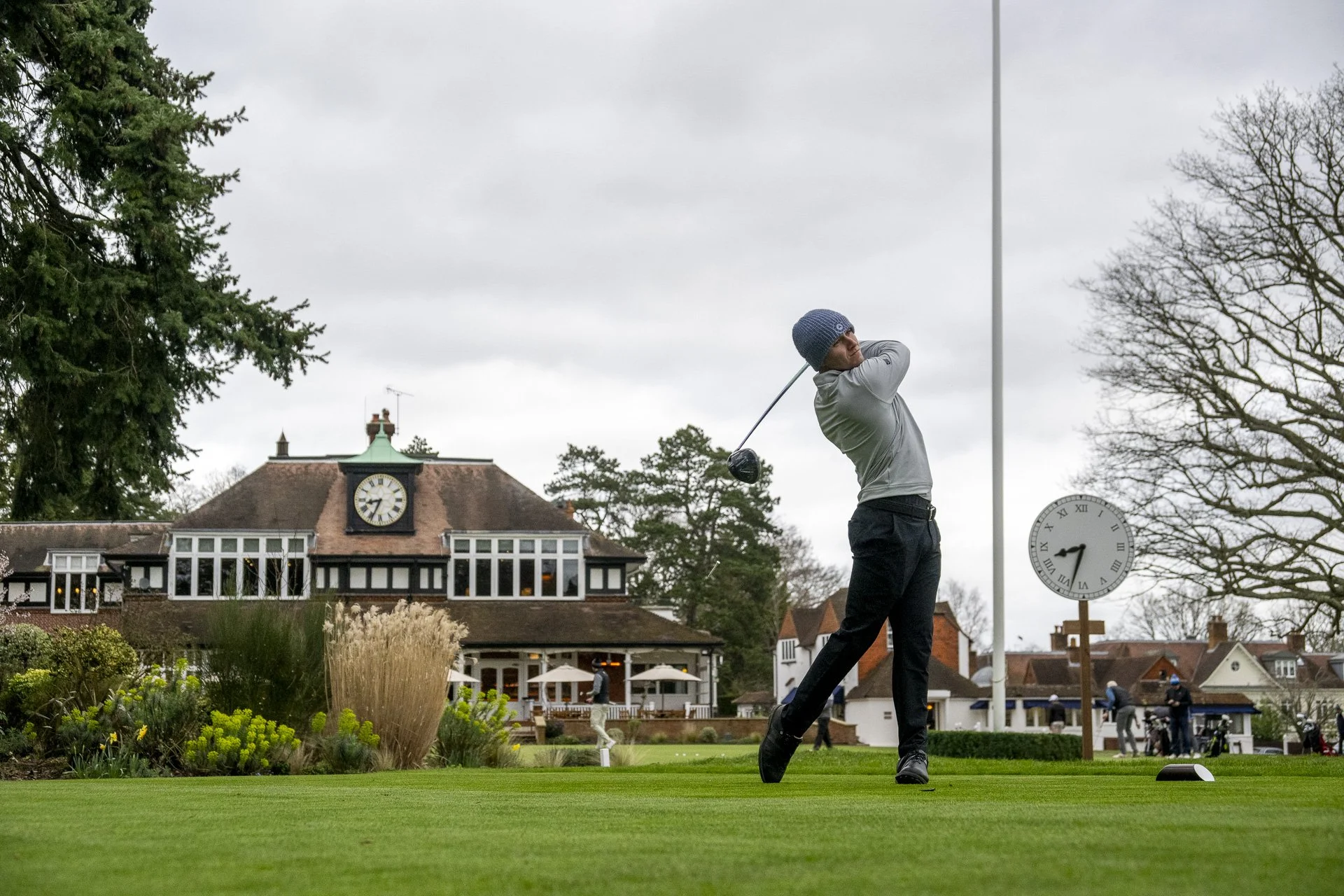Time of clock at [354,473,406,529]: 8:34
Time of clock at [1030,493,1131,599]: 8:32
